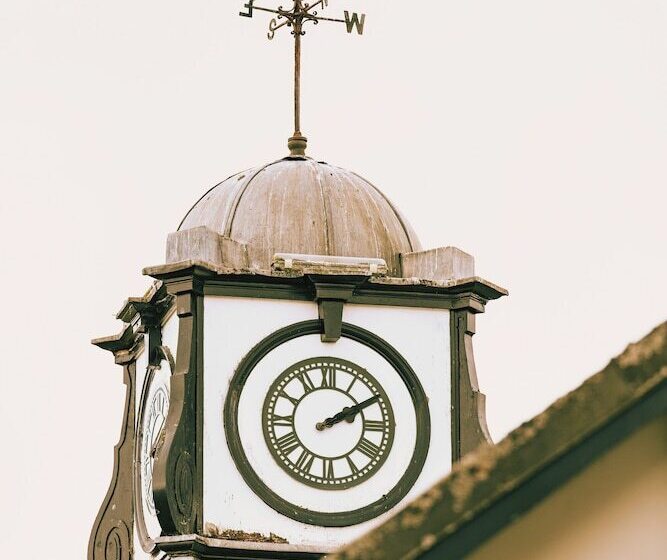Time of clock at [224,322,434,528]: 2:09
